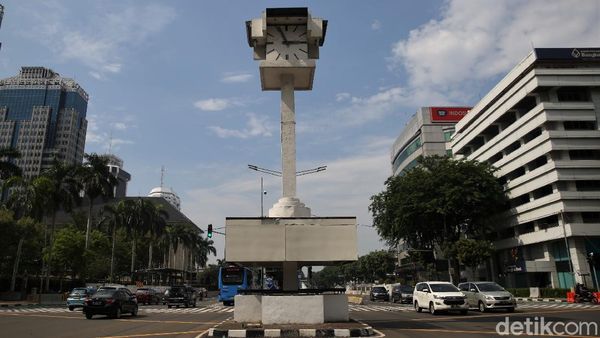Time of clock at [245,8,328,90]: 11:14
